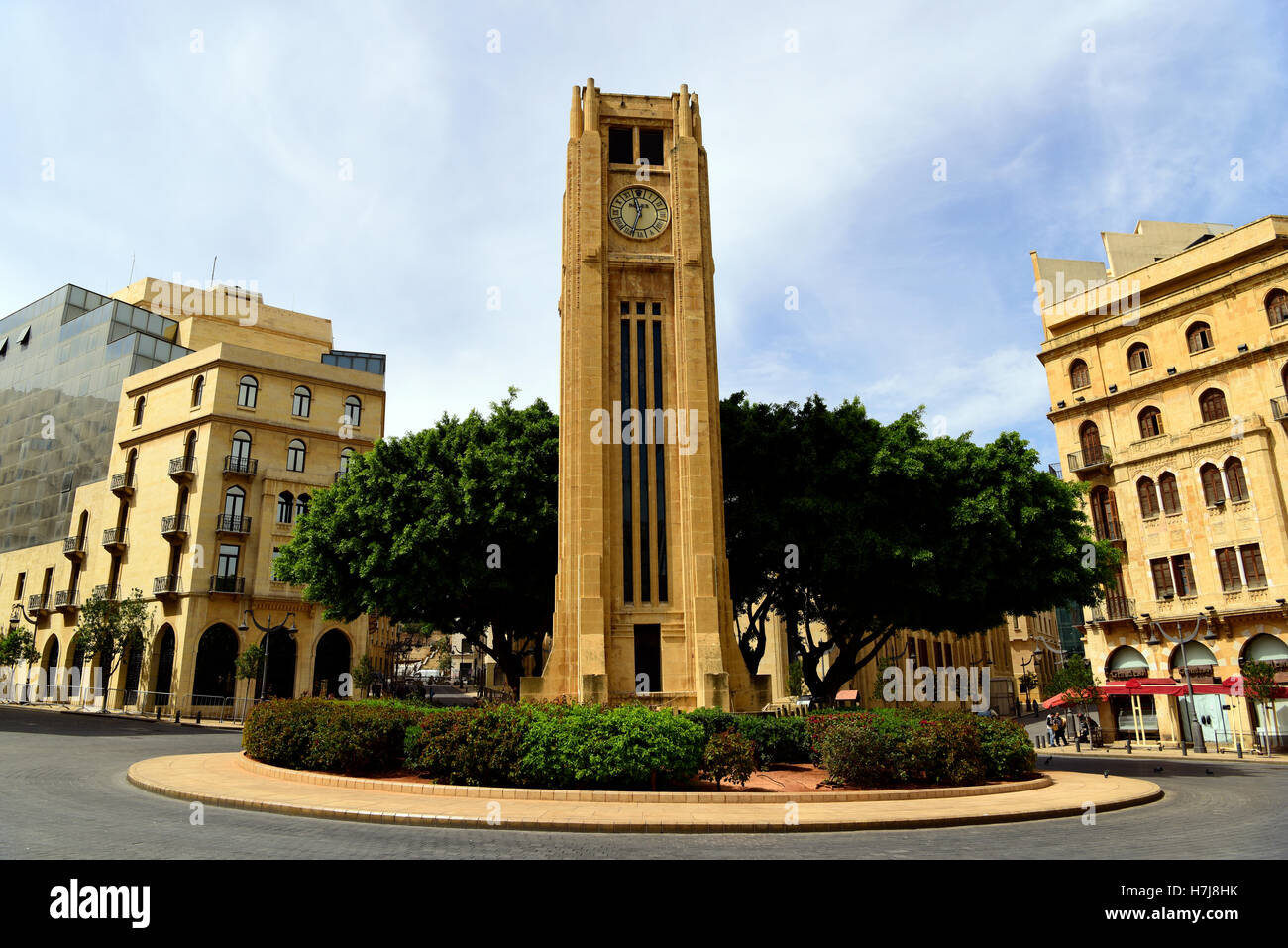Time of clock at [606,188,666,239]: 11:33
